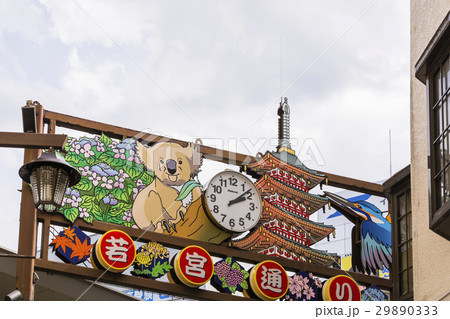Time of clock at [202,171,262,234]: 2:08
